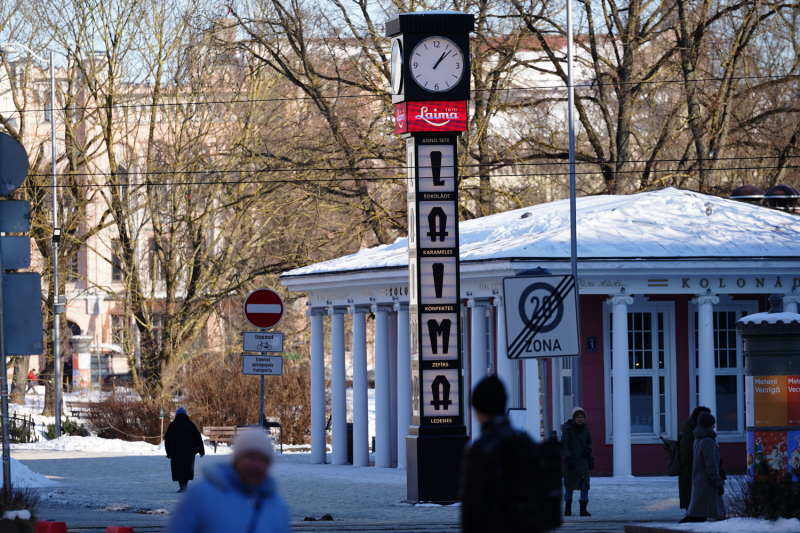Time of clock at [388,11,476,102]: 1:07
